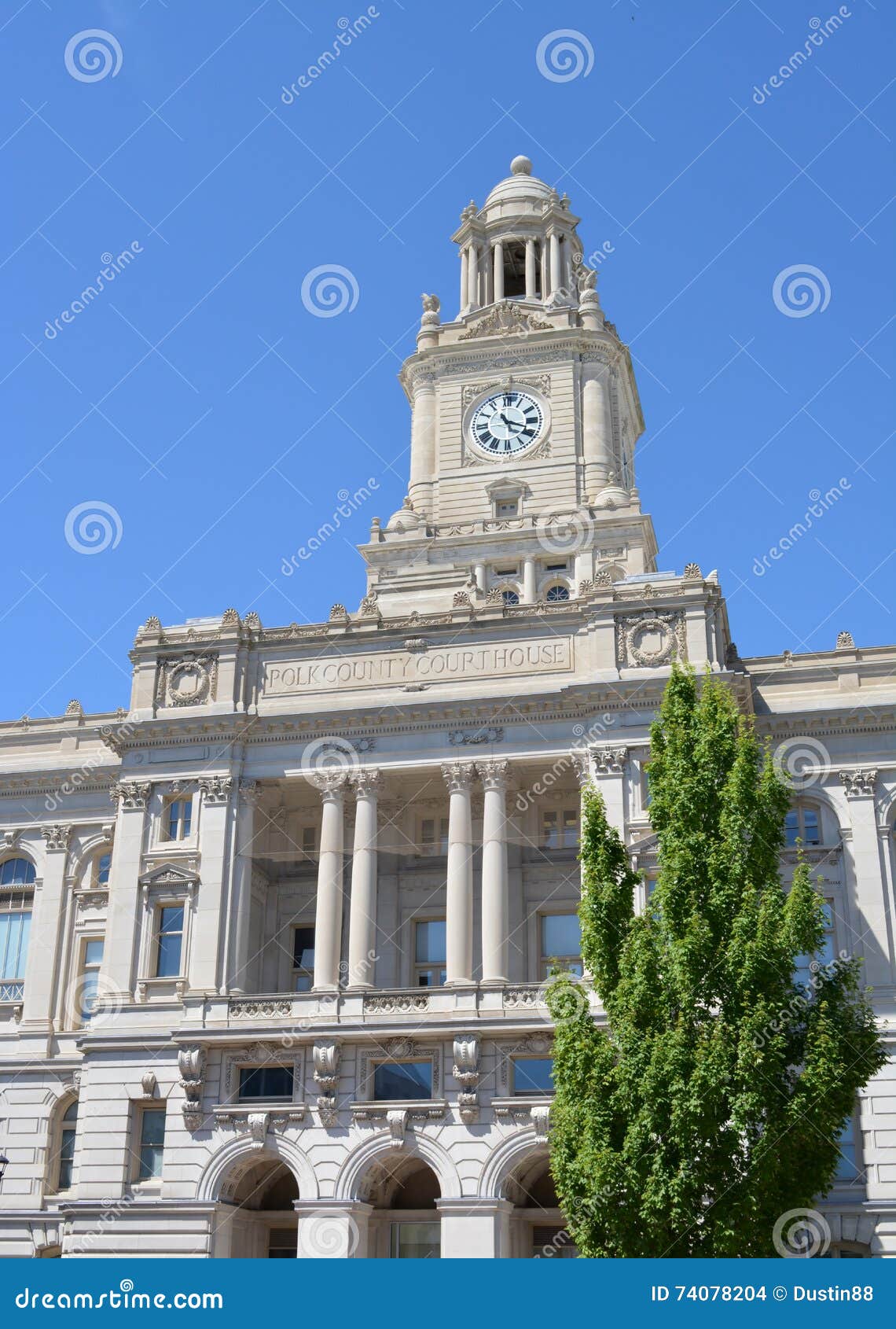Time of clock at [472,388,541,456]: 11:18
